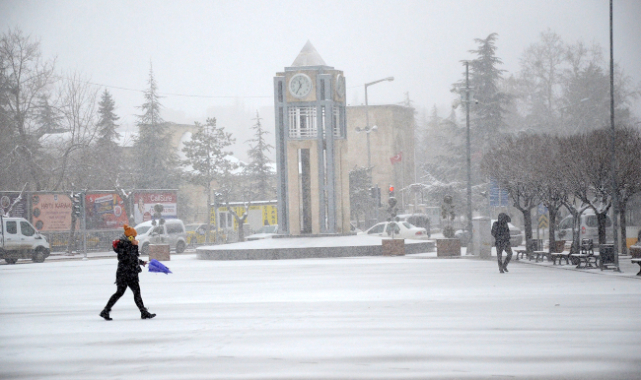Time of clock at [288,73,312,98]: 11:35
